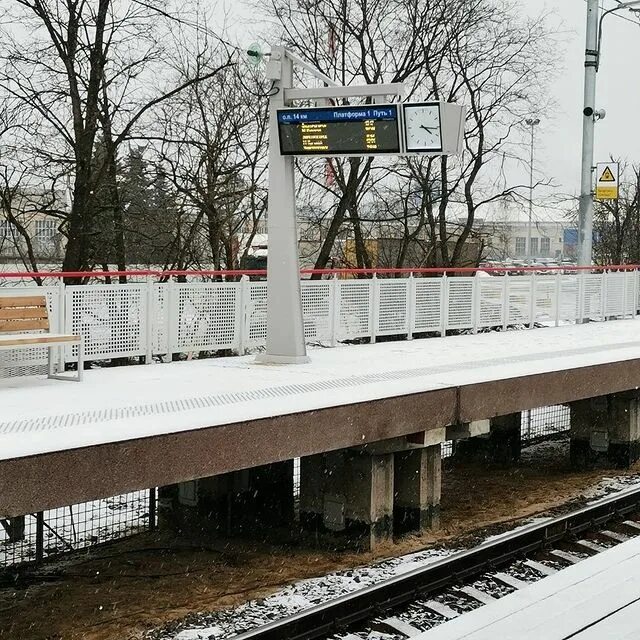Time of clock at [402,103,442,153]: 4:16
